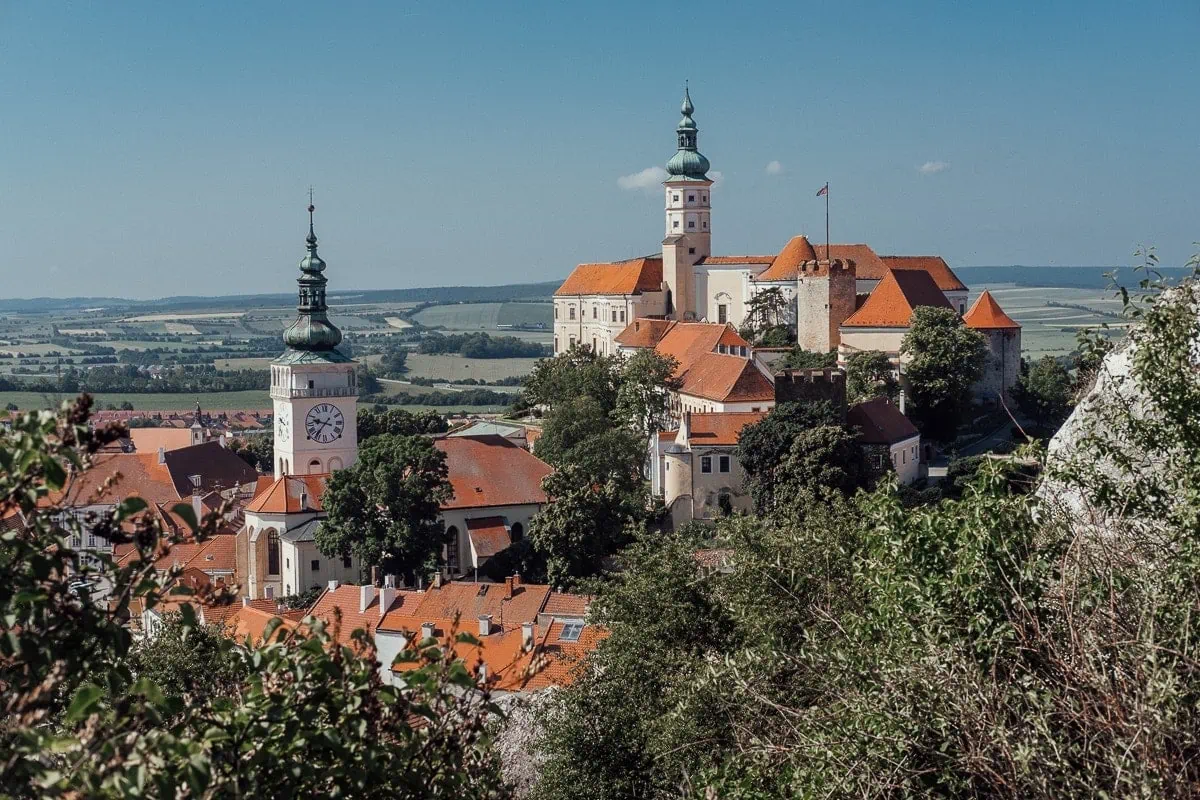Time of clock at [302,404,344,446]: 9:36
